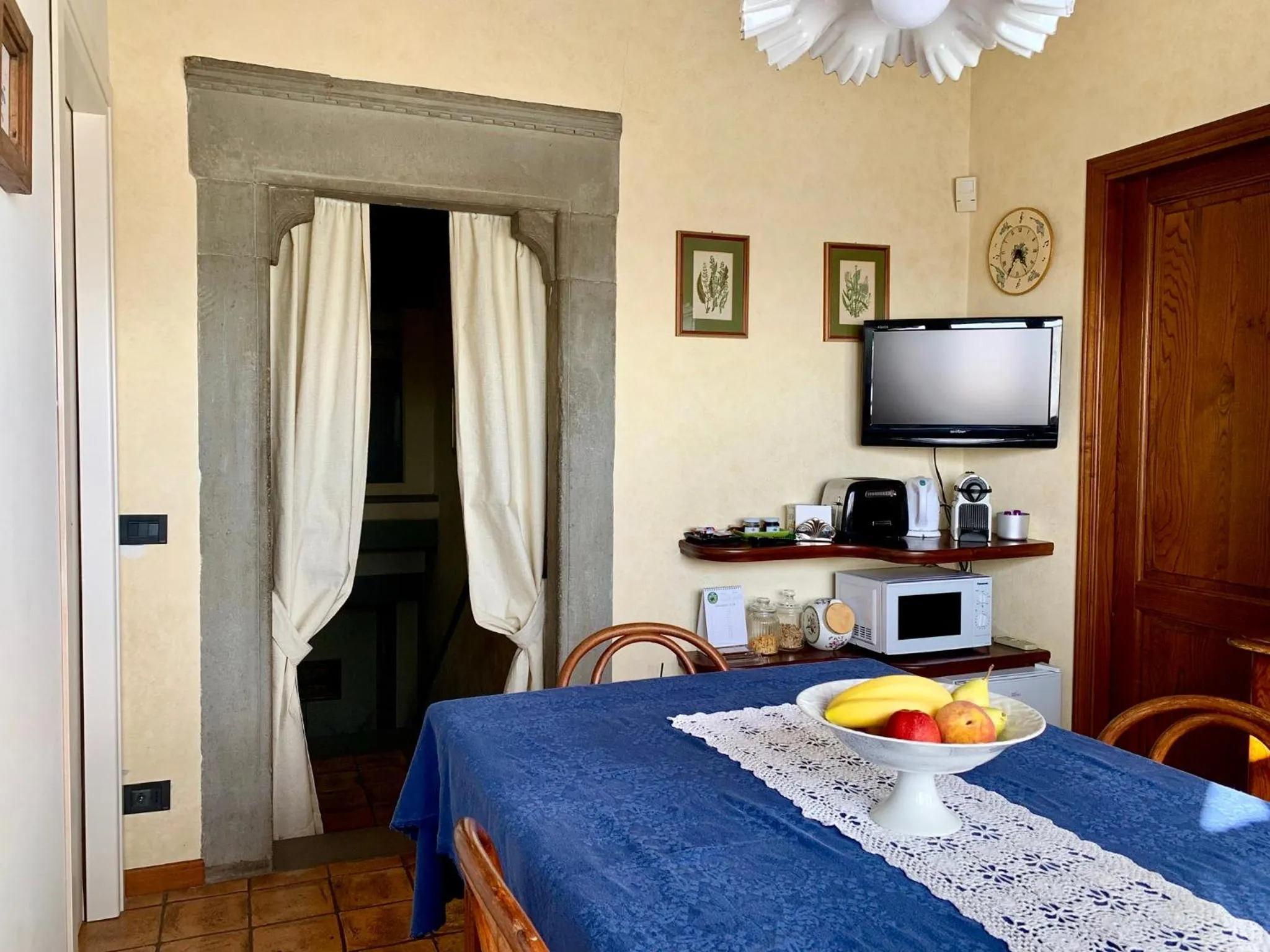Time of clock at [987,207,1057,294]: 4:35
